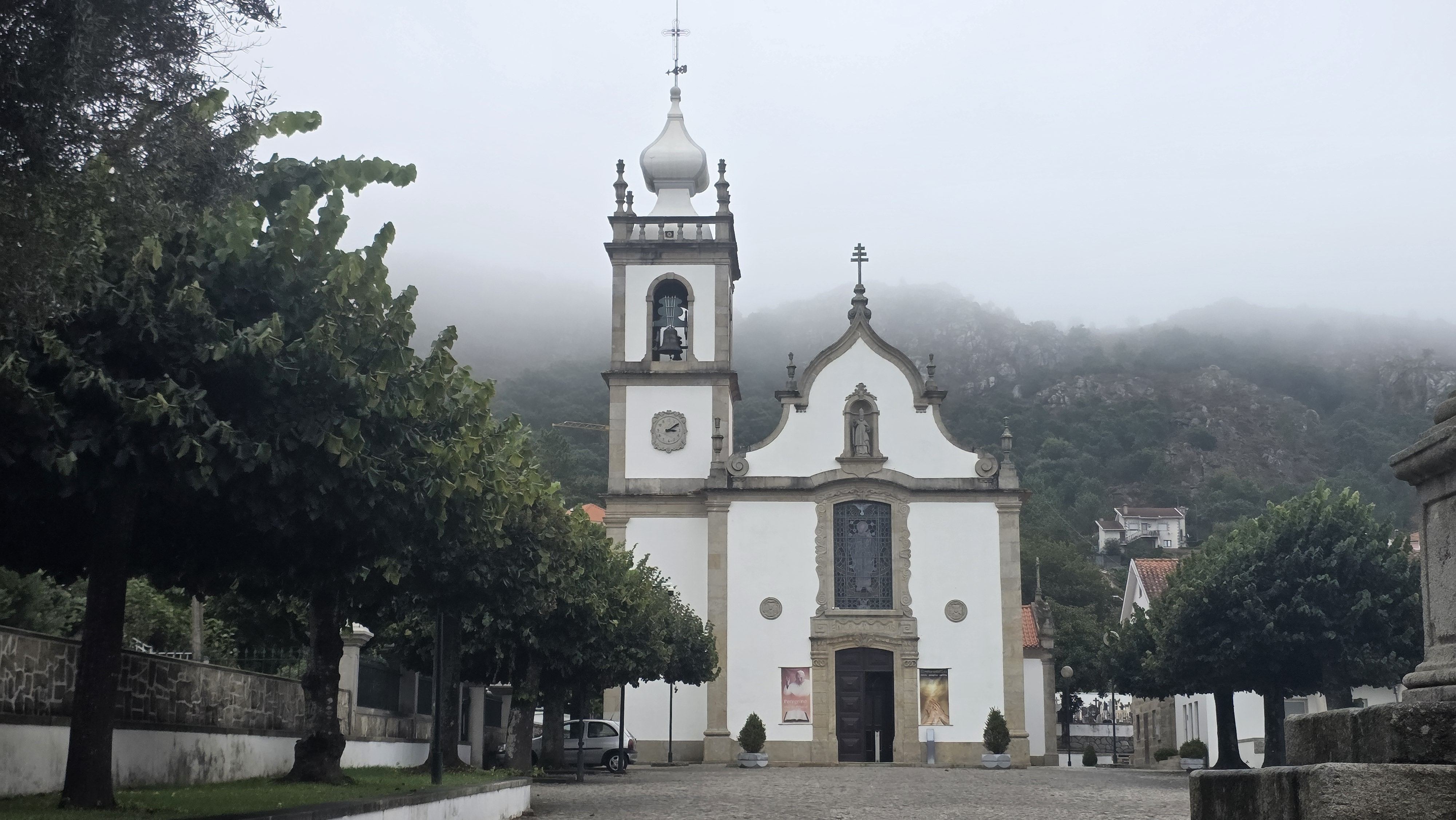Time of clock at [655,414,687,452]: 3:09
